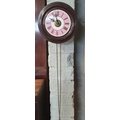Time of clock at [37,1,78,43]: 9:57
